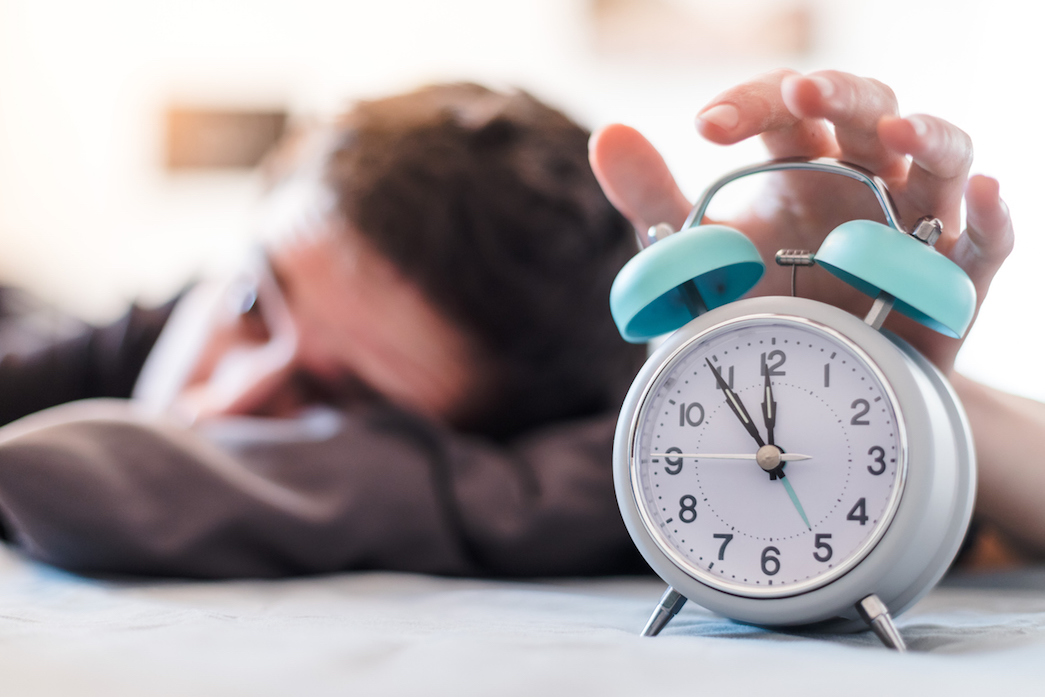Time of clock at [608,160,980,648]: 11:54
